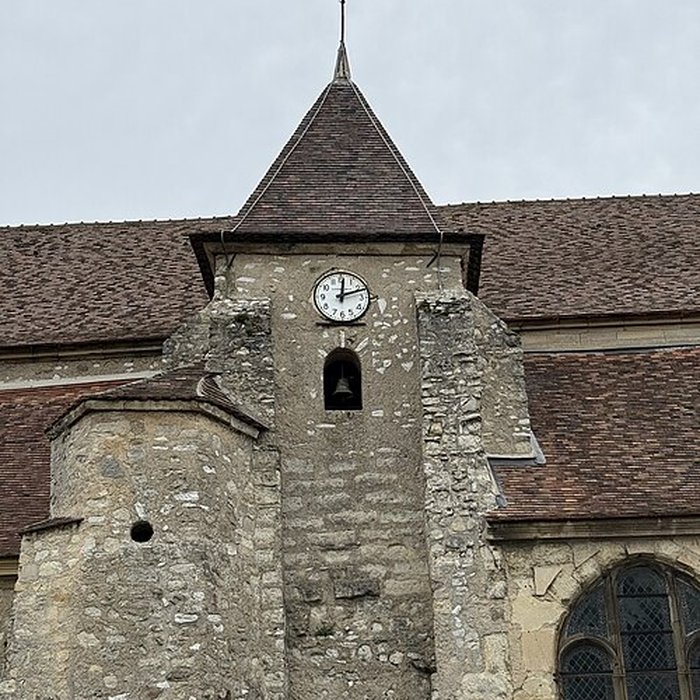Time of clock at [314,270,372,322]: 12:11
